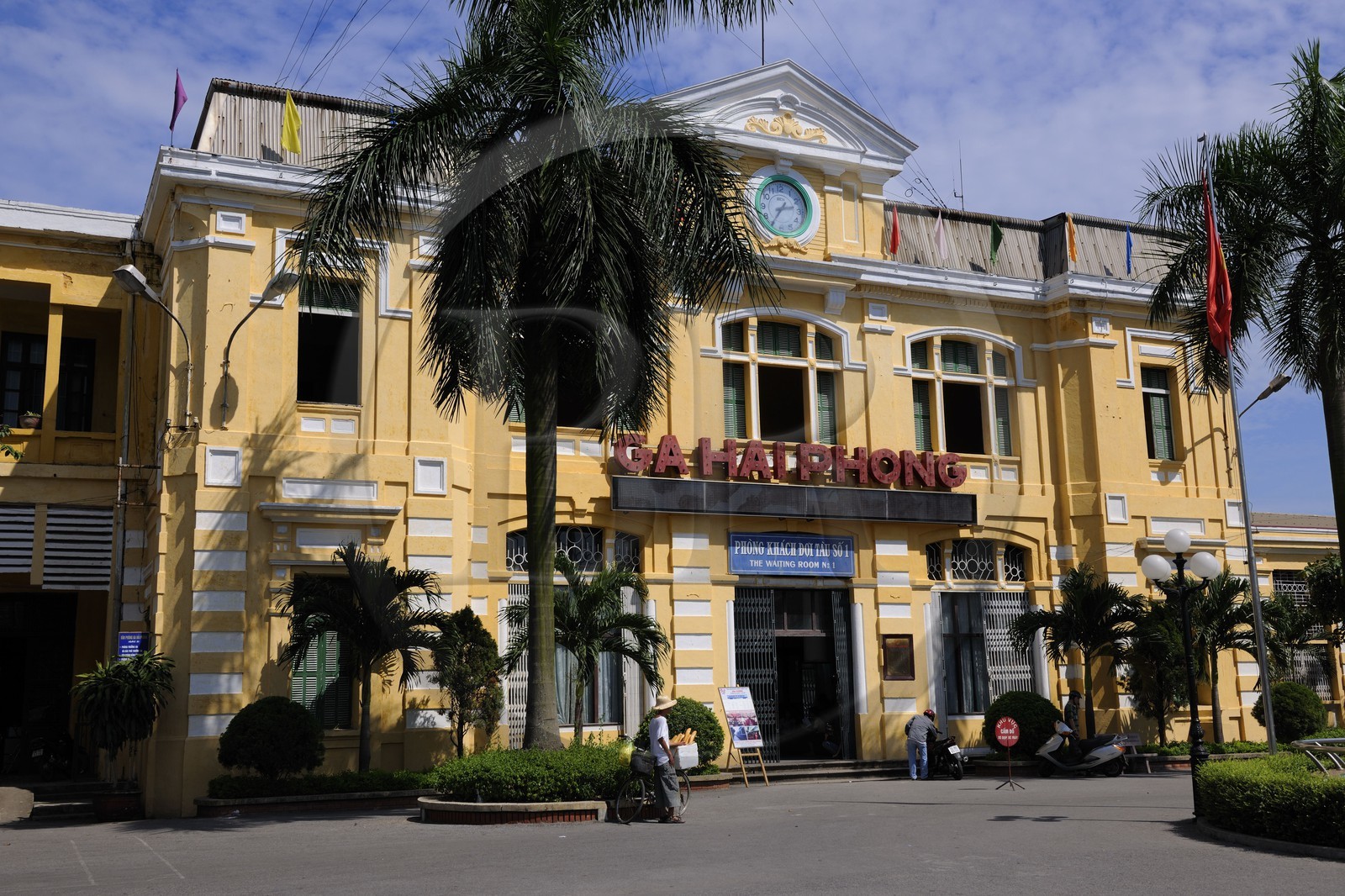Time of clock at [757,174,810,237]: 2:35
